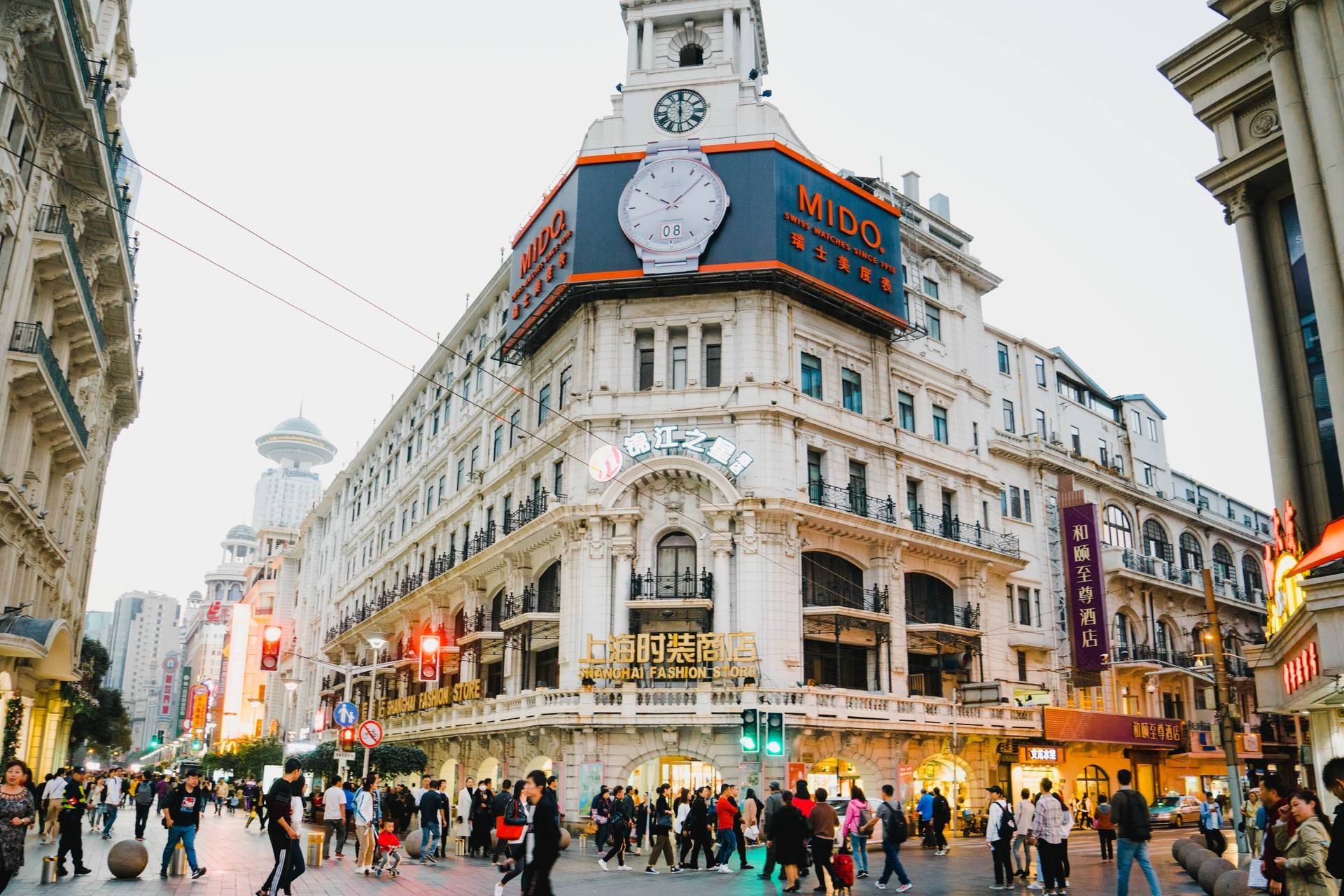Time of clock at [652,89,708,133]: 5:59
